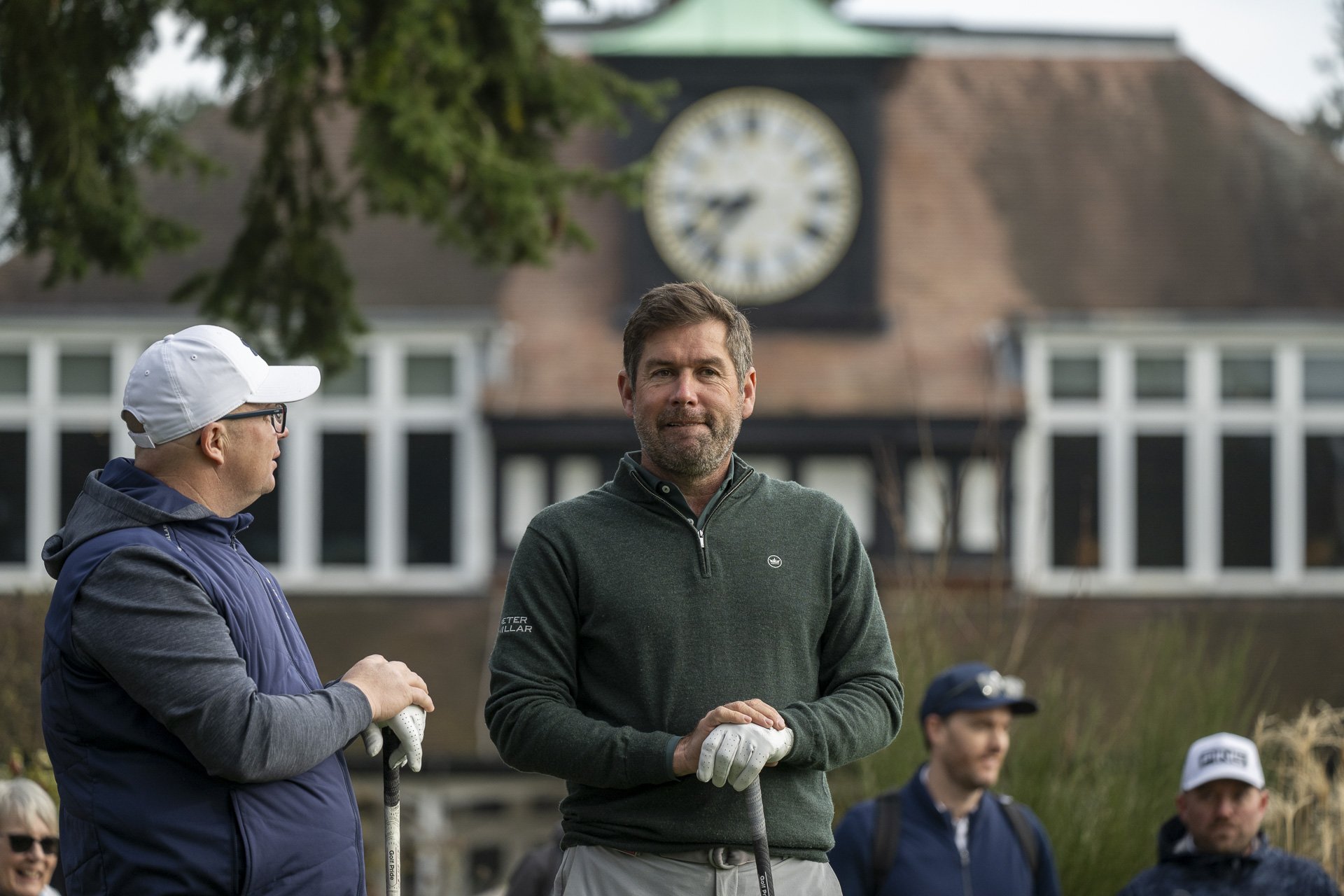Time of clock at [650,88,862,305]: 8:37
